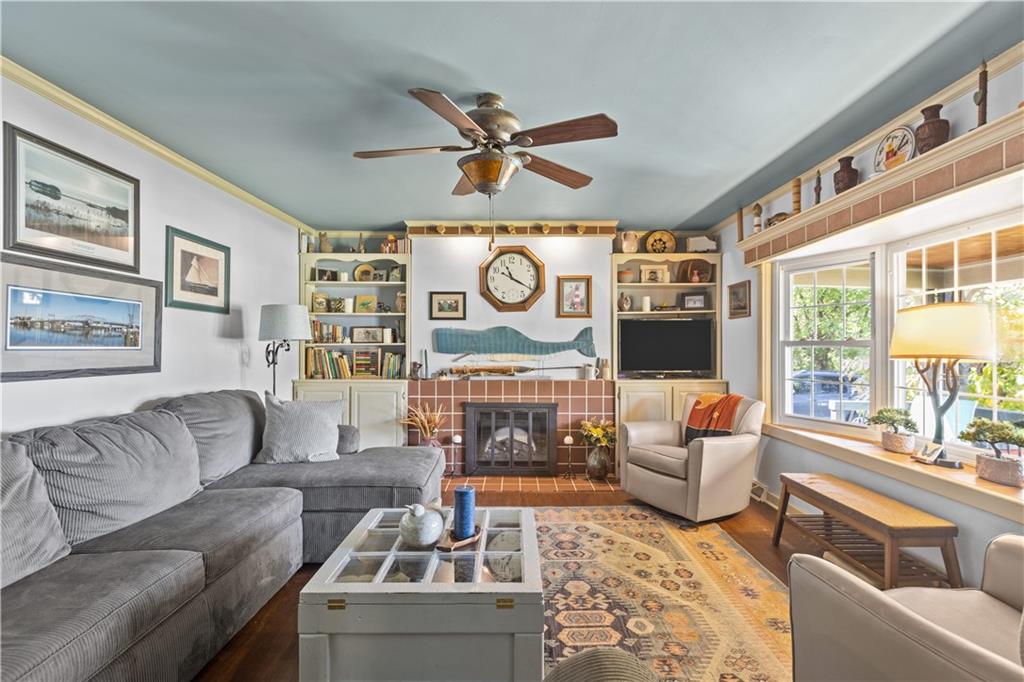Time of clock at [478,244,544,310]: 11:20
